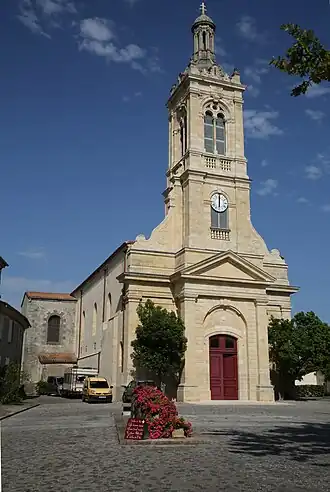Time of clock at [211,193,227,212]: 6:00
